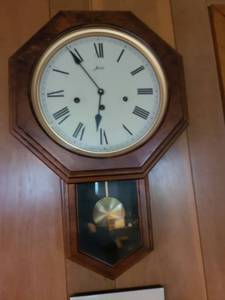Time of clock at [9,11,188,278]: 5:54
